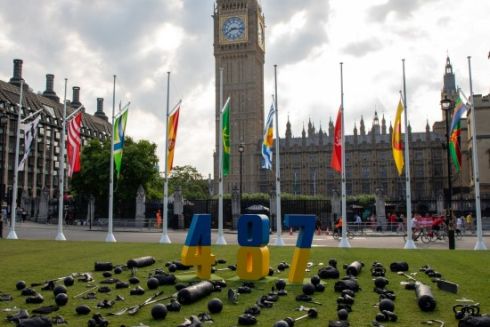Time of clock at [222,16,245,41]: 8:16
